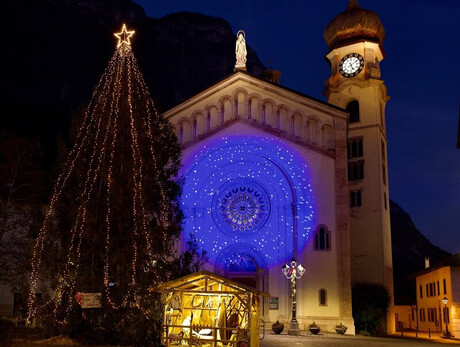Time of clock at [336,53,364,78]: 5:08
